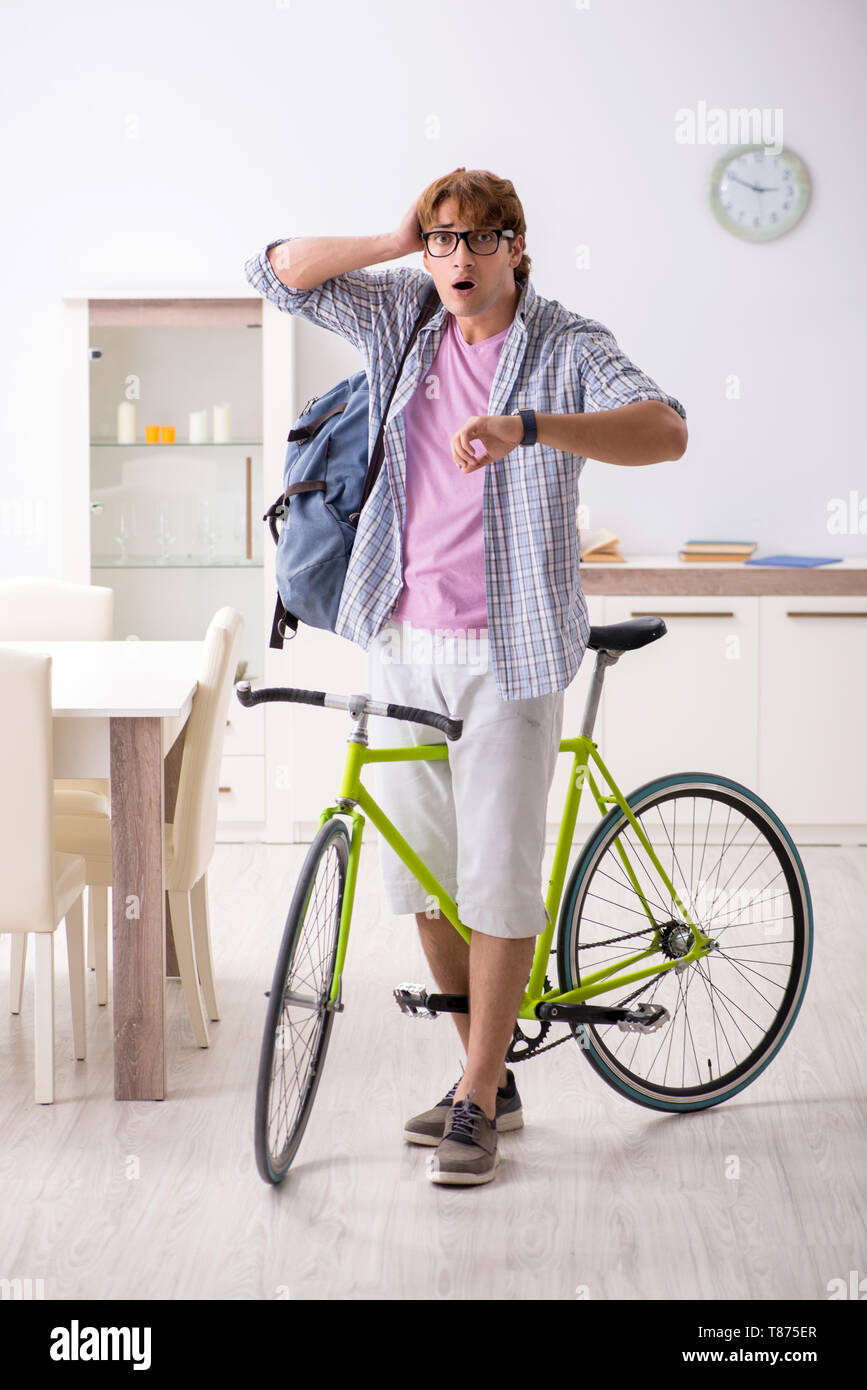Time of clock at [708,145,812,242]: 2:48
